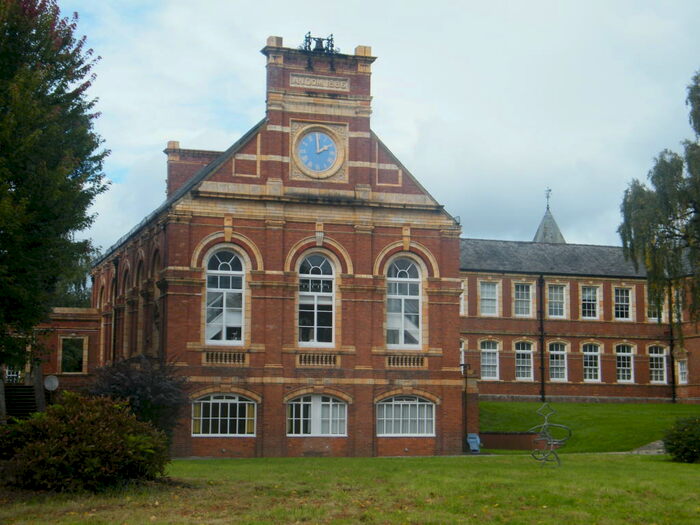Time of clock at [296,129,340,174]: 2:00
